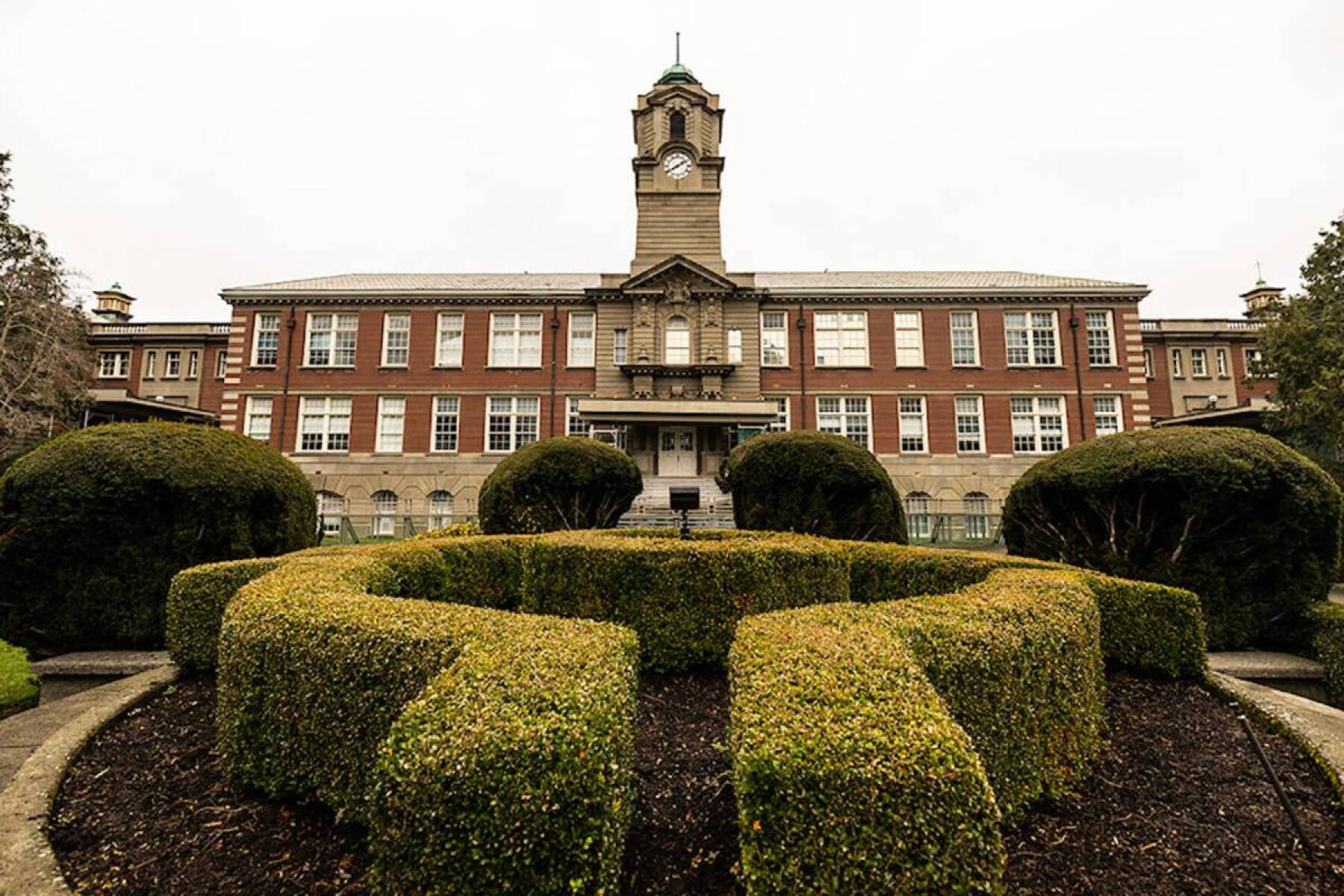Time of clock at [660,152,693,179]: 1:40
